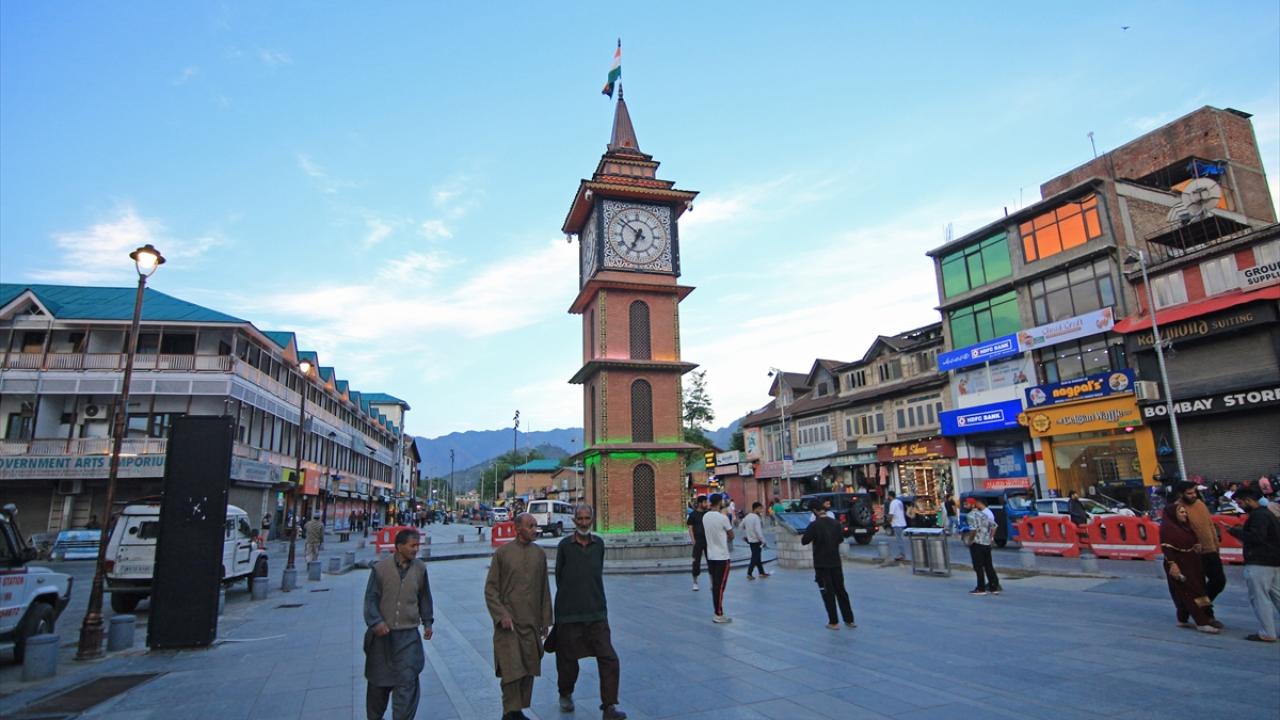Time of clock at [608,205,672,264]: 6:52
